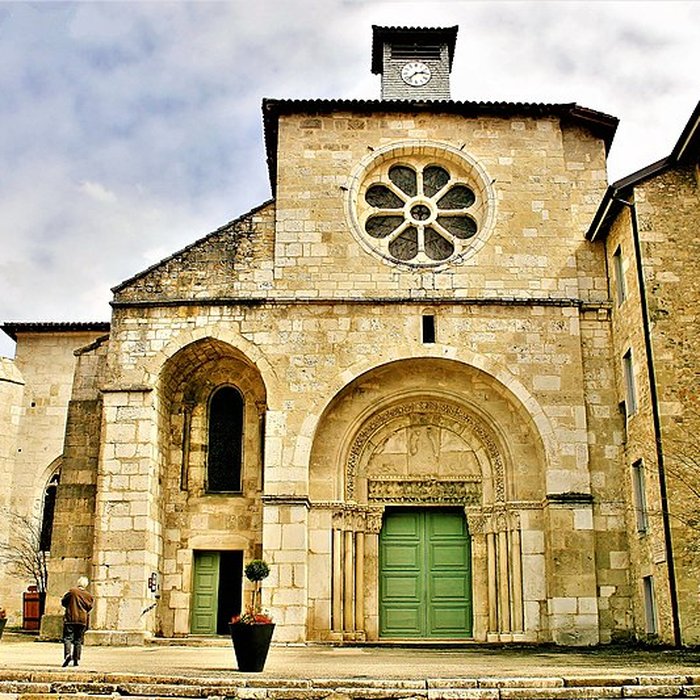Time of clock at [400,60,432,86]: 2:38
